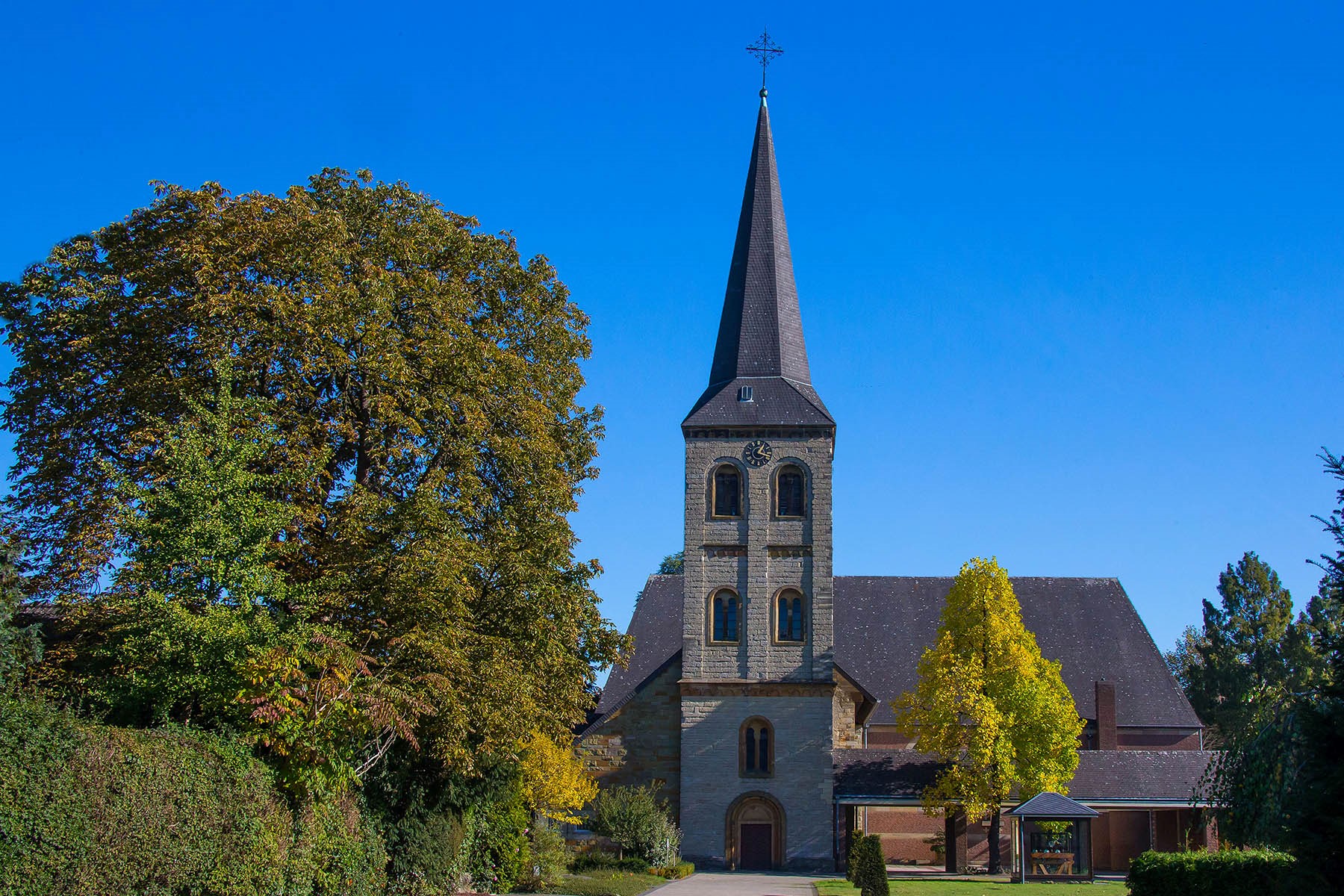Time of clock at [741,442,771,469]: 1:18
